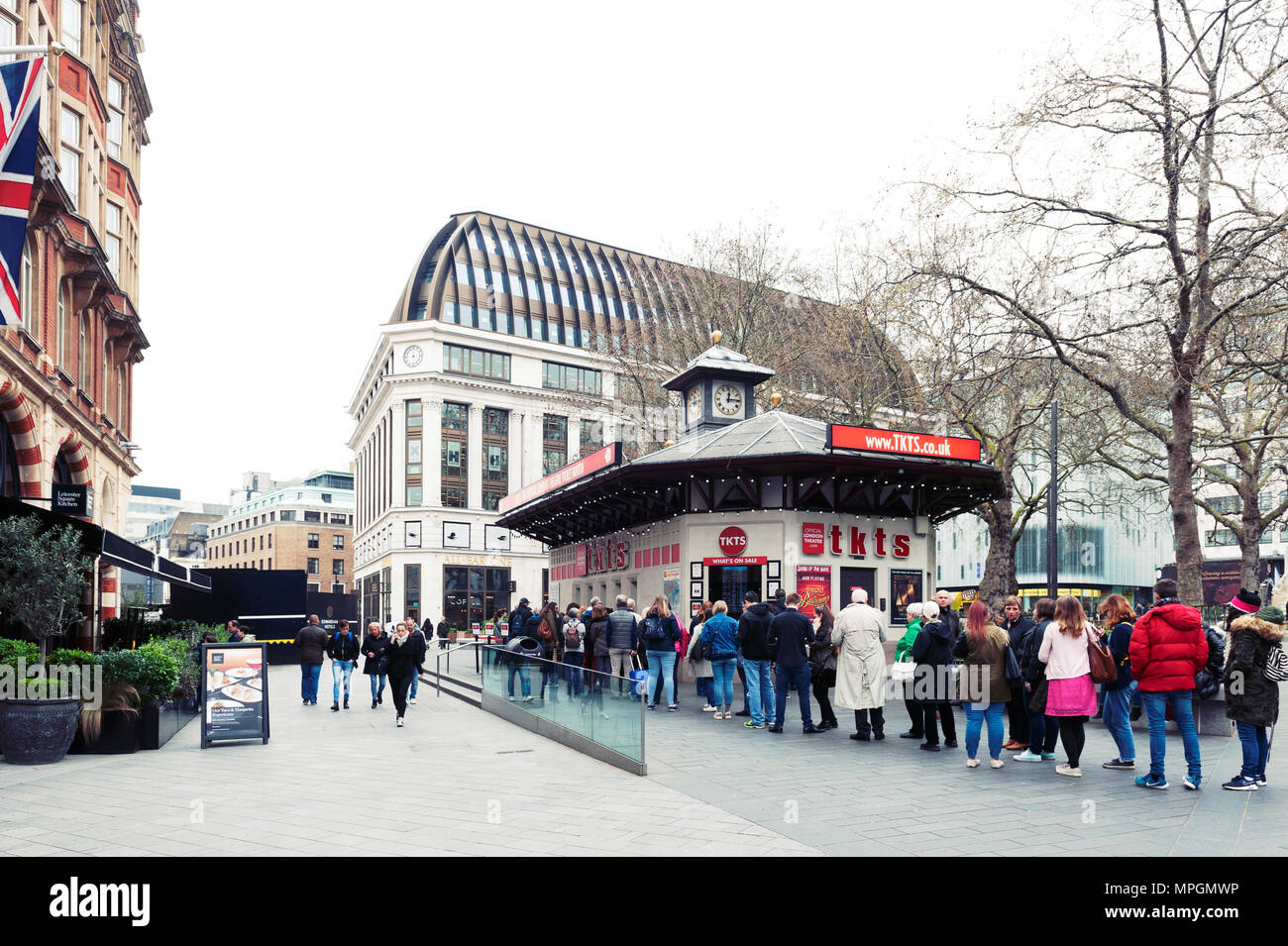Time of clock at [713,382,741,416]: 12:14
